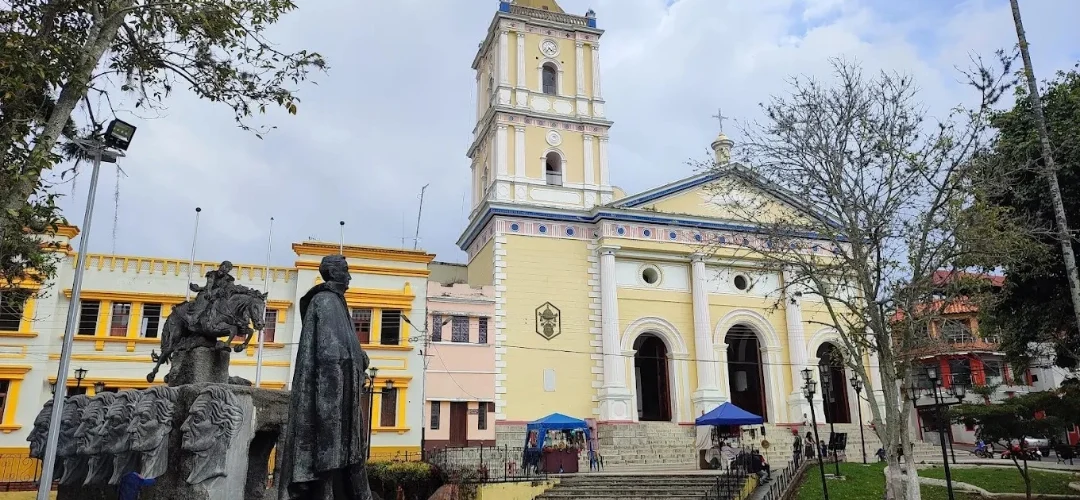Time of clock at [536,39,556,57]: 4:35
